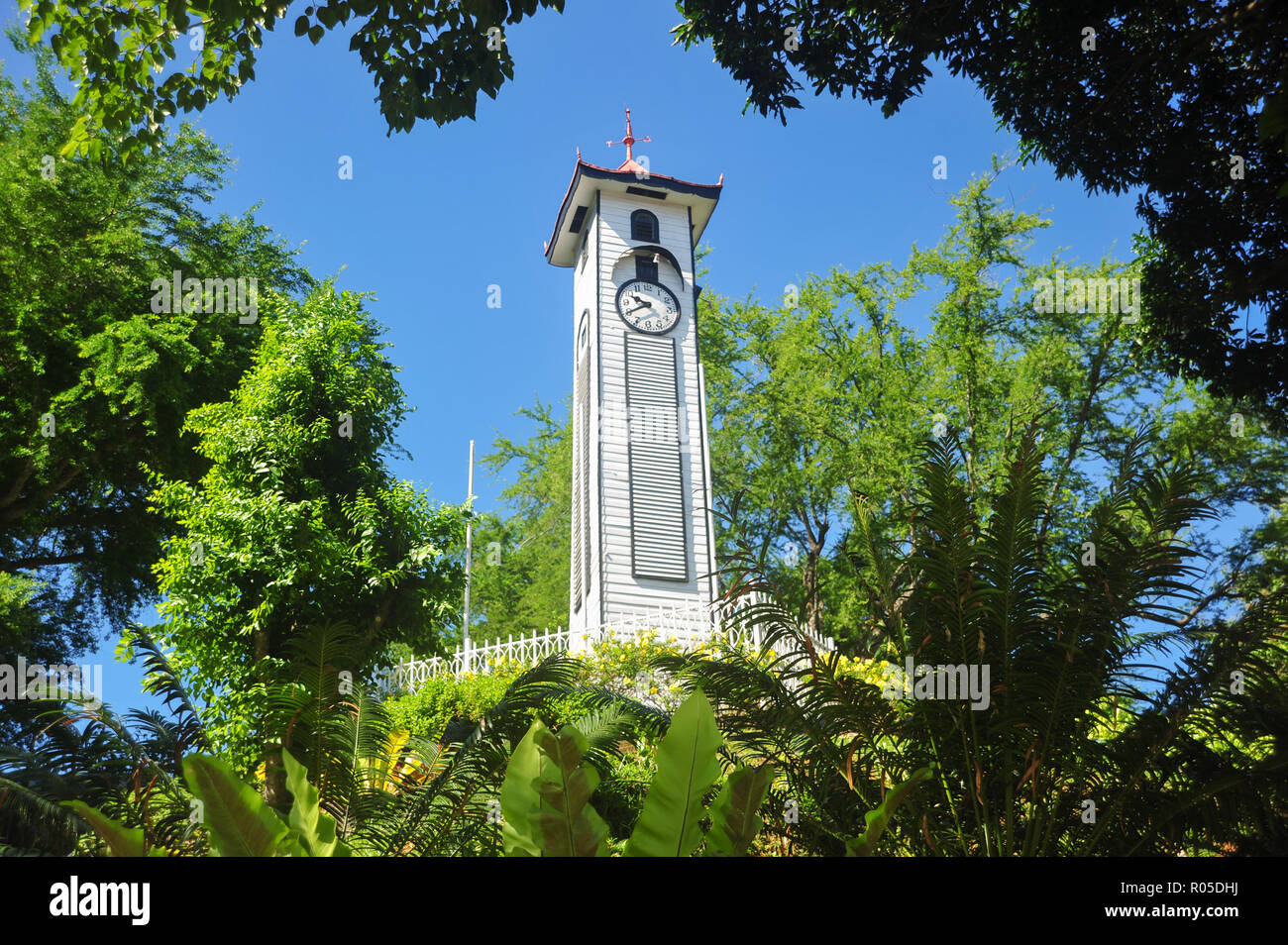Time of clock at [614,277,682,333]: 9:40
